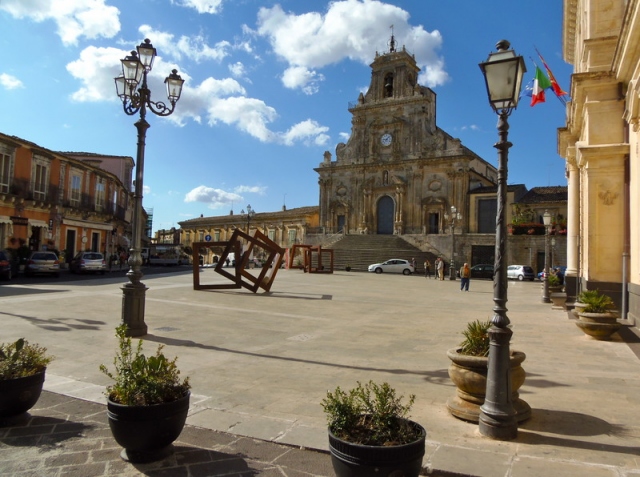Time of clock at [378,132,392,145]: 9:07
